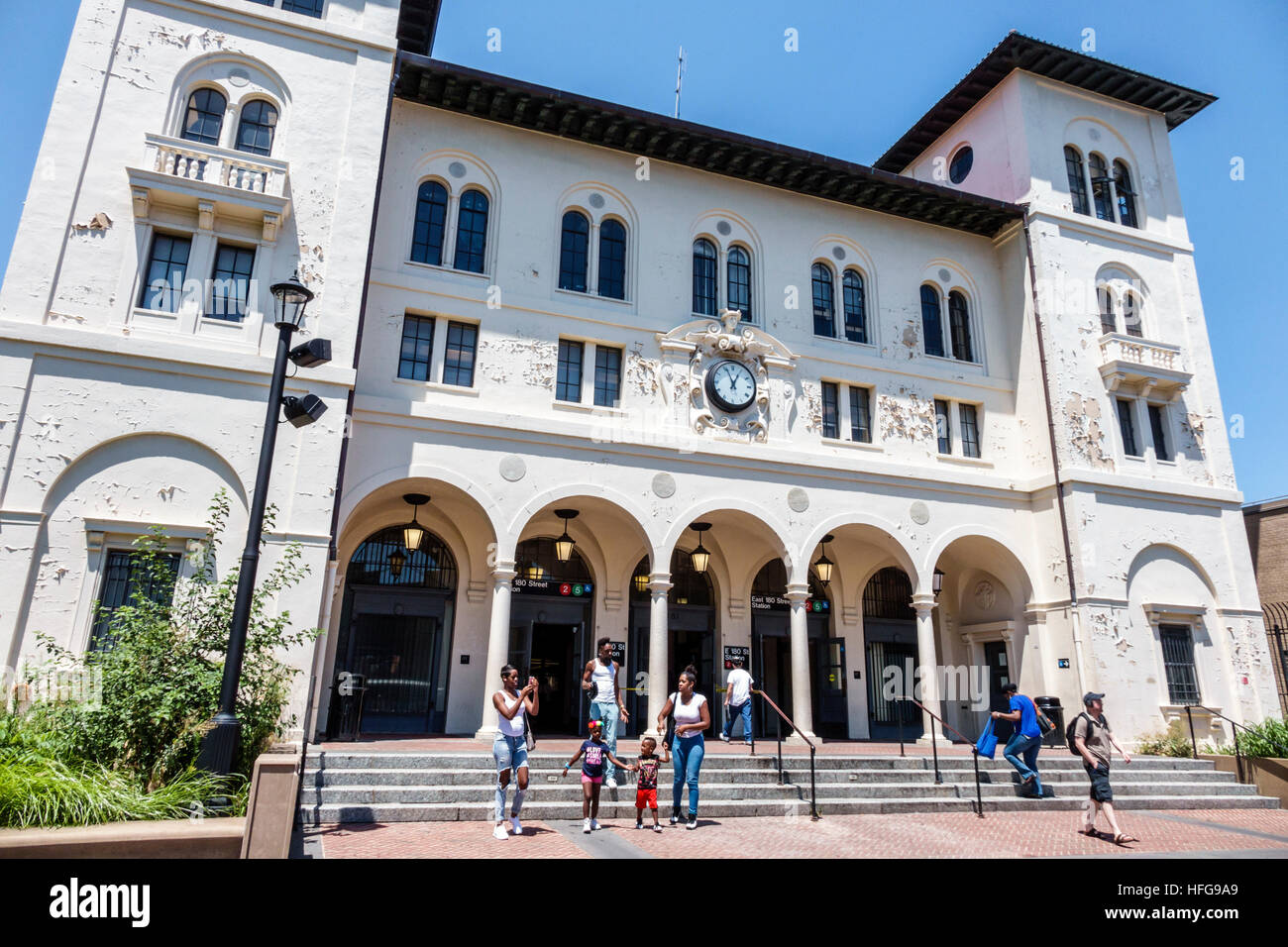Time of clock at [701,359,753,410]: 12:56
